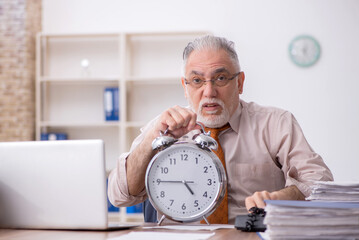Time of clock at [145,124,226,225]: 4:45
